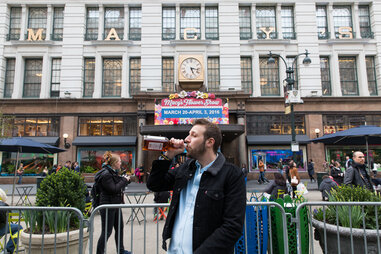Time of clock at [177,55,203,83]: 5:16
